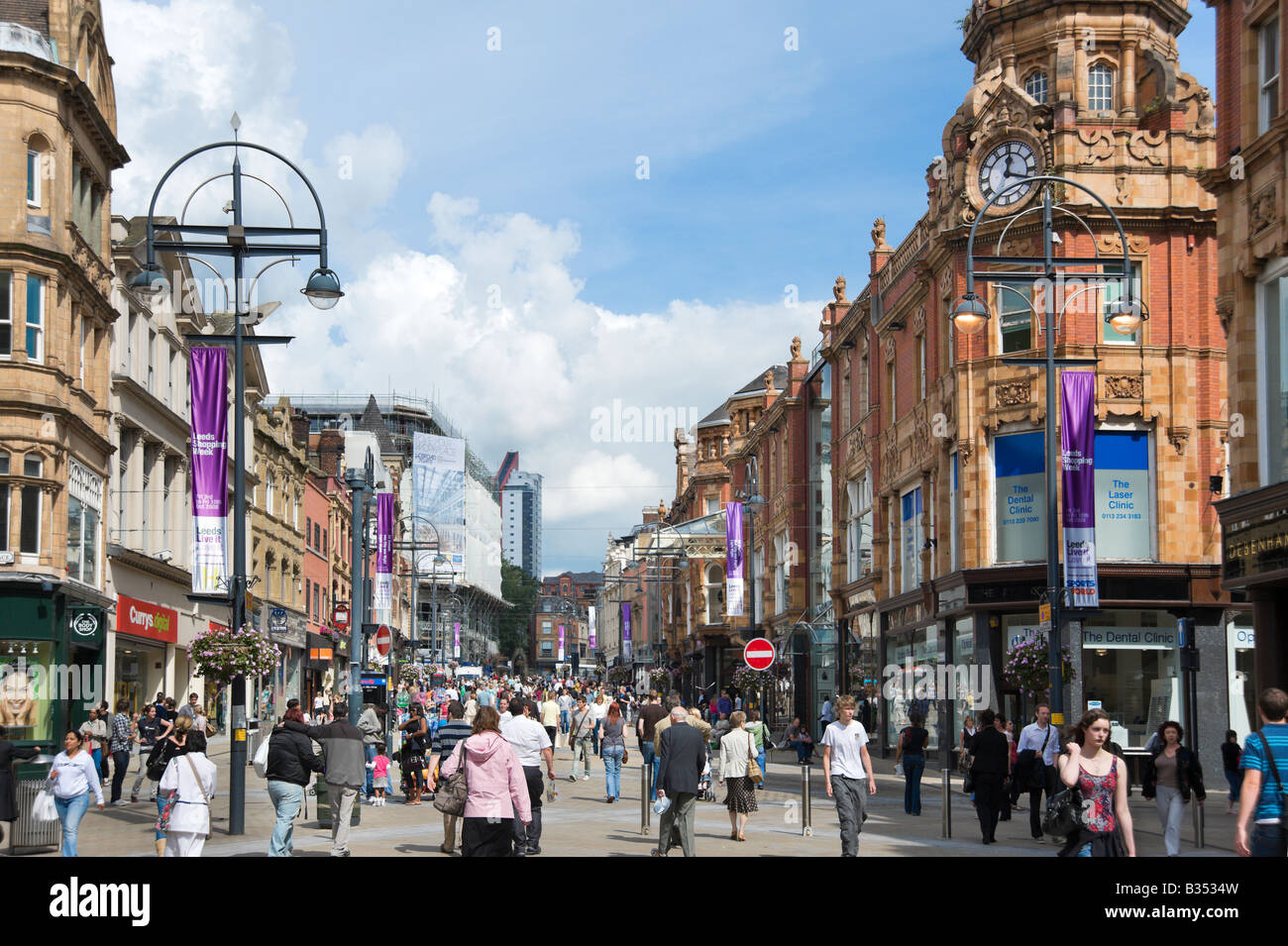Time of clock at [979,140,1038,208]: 12:18
